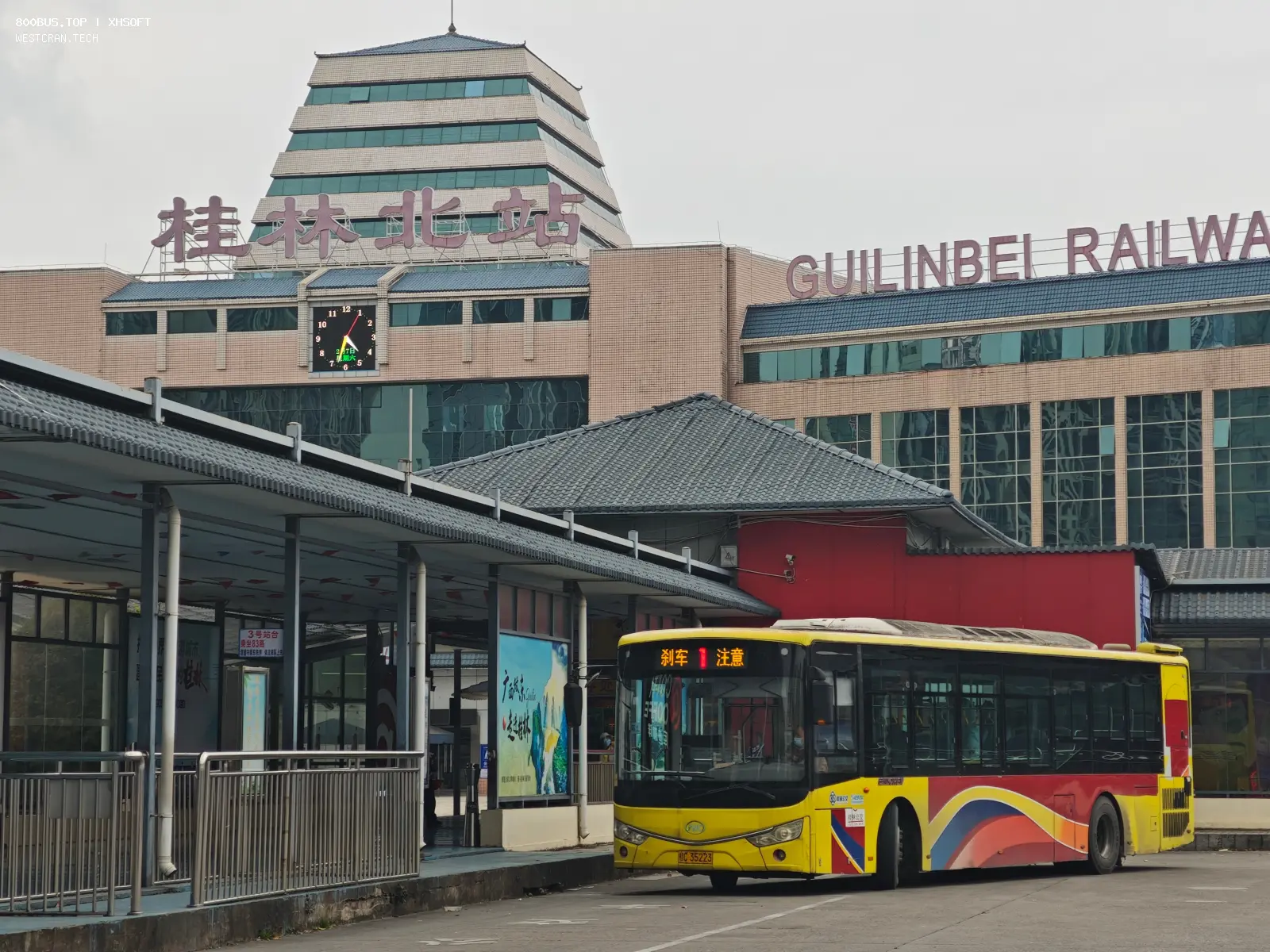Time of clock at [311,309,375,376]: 4:33
